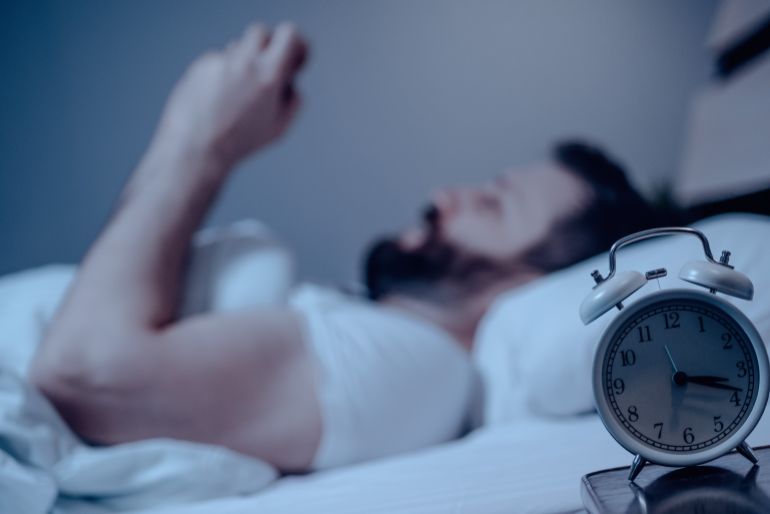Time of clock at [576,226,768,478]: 3:18
